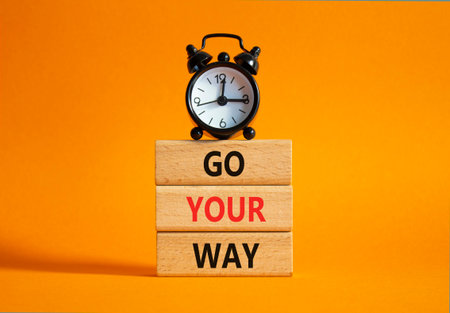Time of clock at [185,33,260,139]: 3:01
